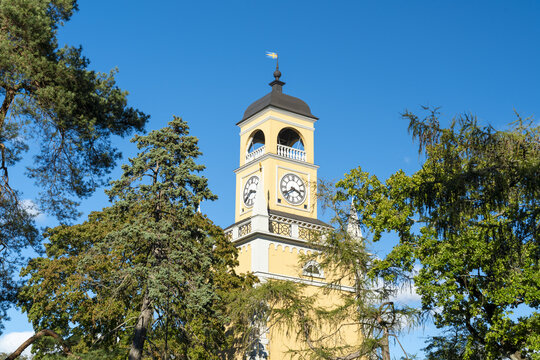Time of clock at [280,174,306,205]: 3:39
